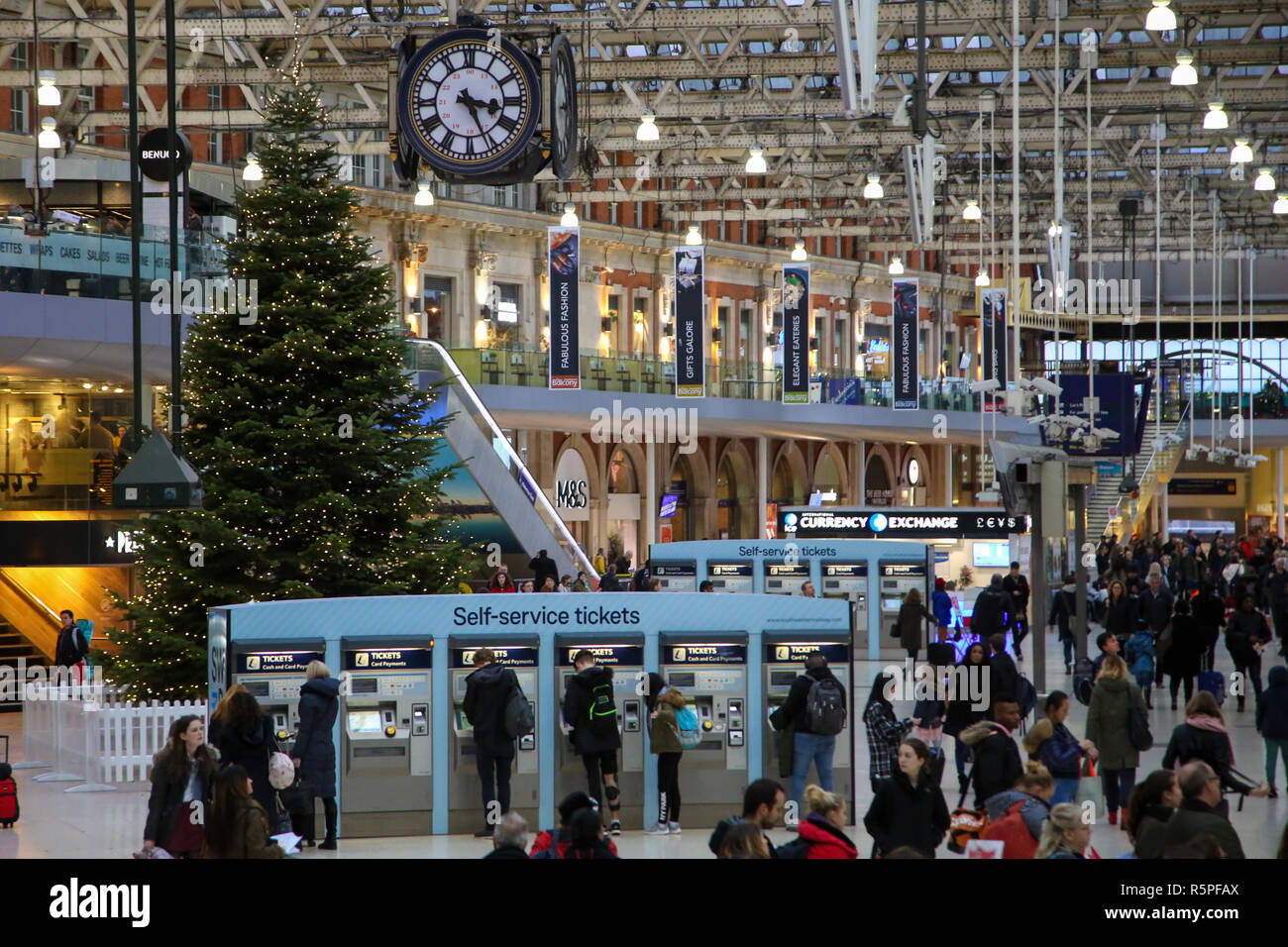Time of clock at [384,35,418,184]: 3:26
